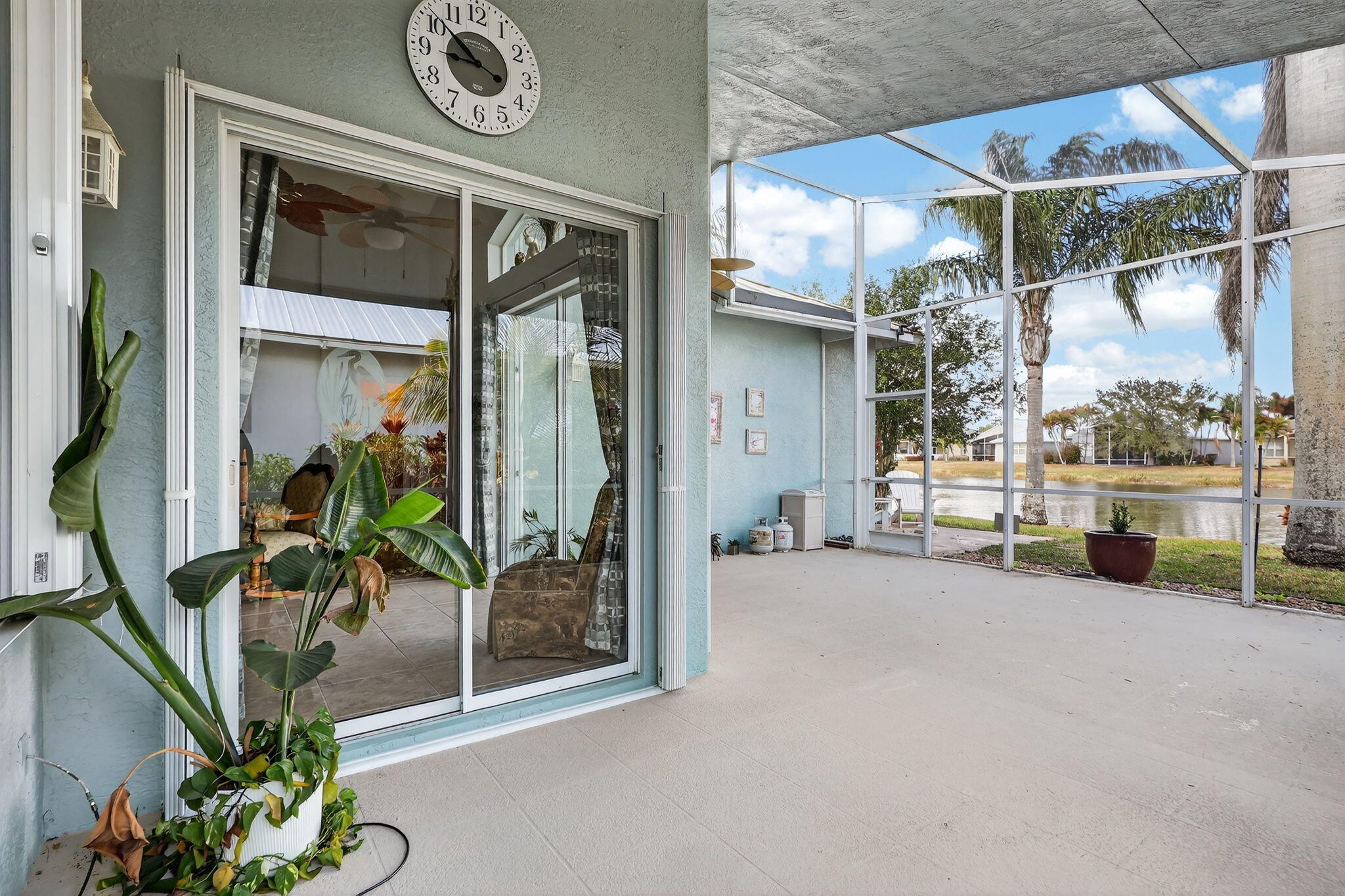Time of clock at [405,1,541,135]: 8:51
